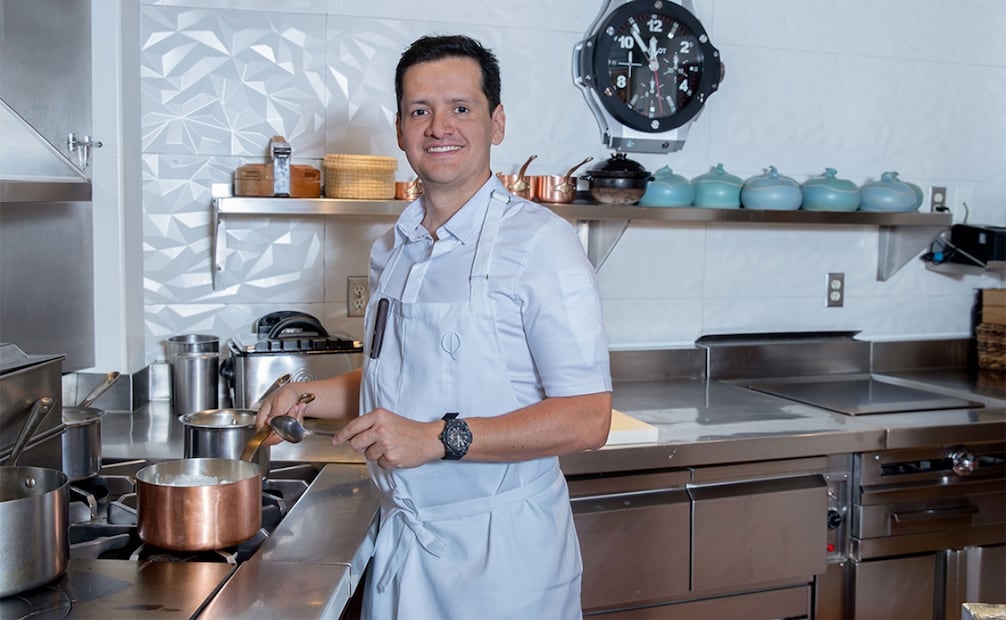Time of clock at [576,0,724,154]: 11:53
